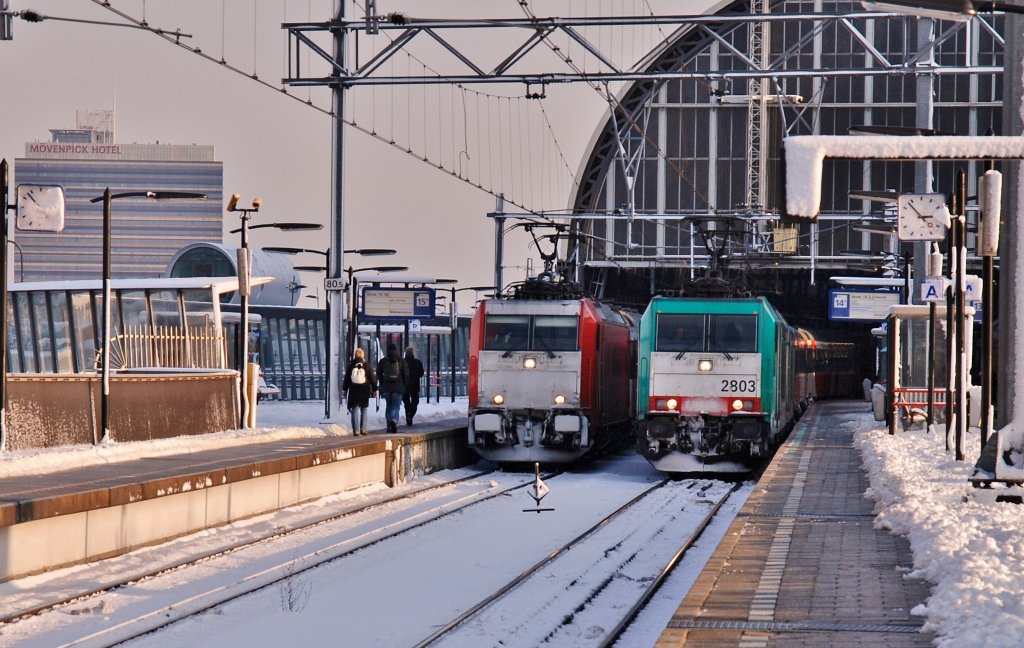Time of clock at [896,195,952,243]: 2:53
